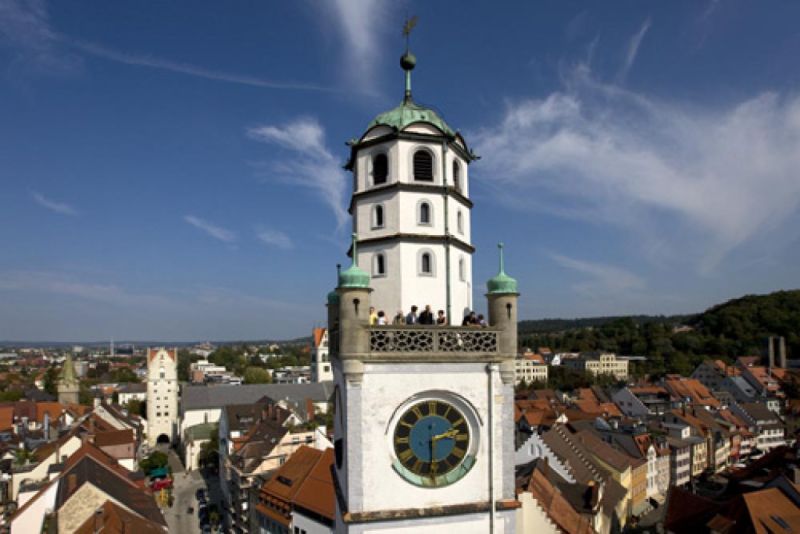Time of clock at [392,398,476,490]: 2:29
